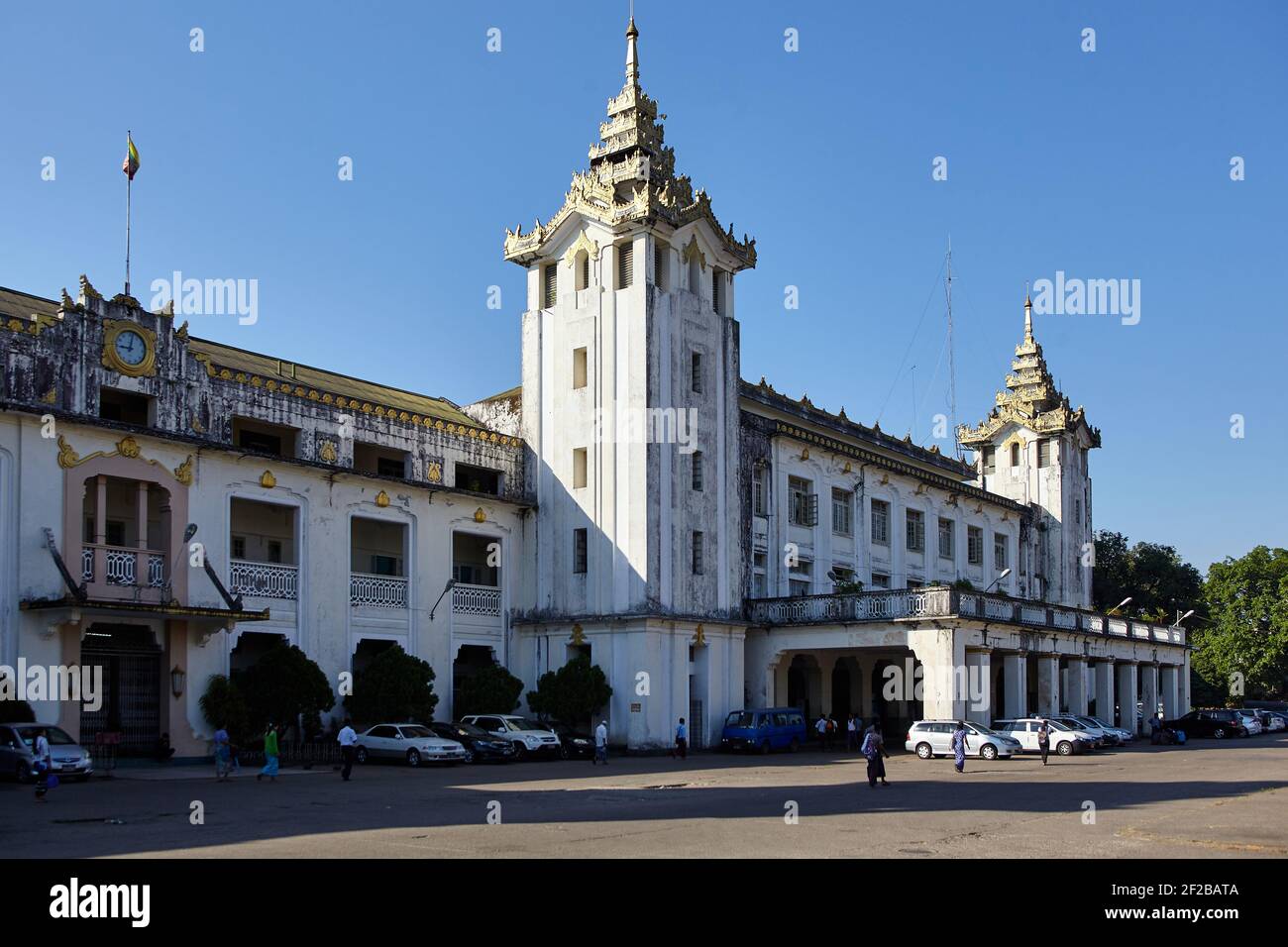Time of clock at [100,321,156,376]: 9:01
